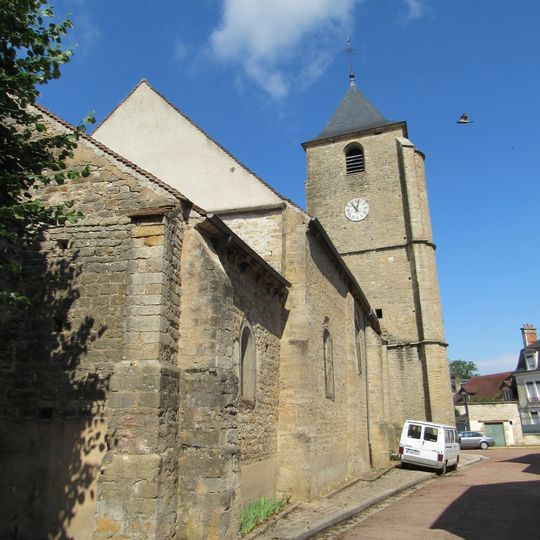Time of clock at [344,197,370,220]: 11:02
